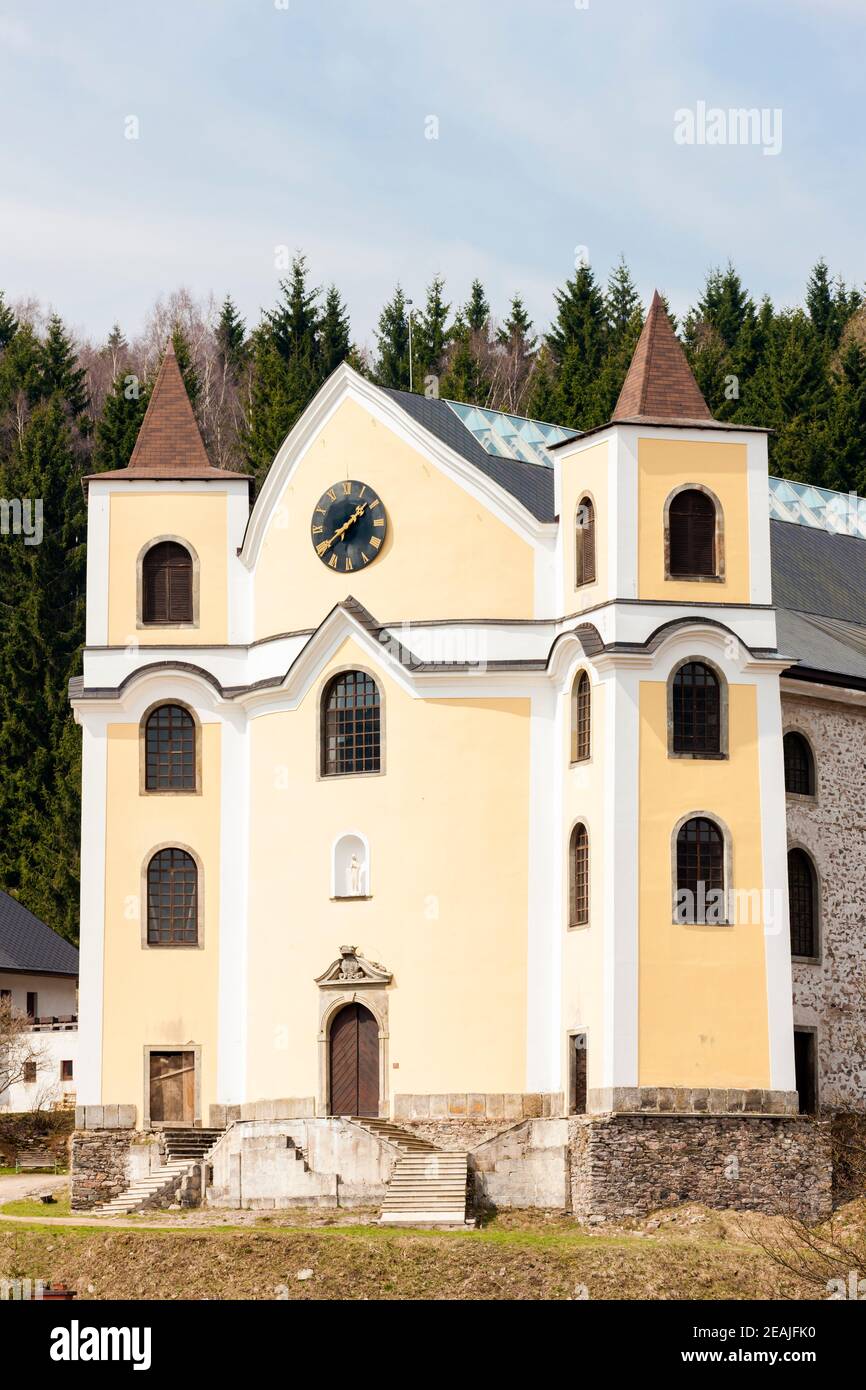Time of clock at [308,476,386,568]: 1:39
